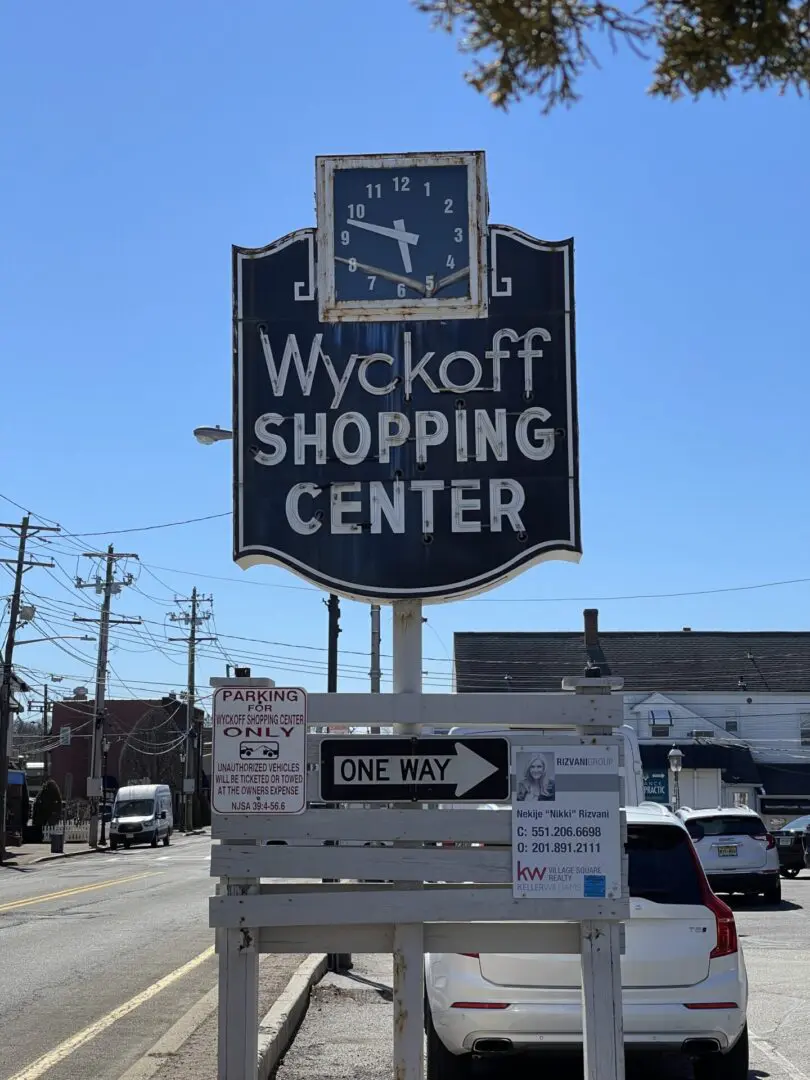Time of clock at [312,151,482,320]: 5:47
